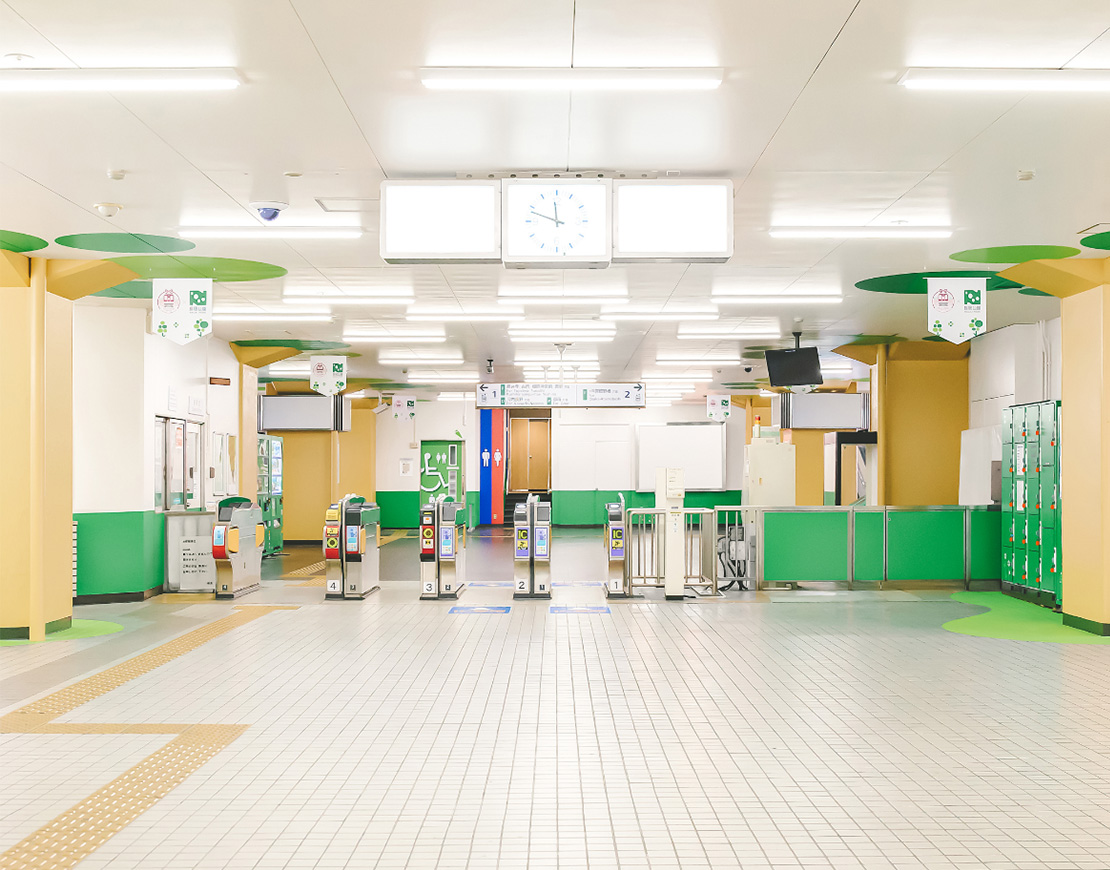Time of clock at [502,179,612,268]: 11:48
